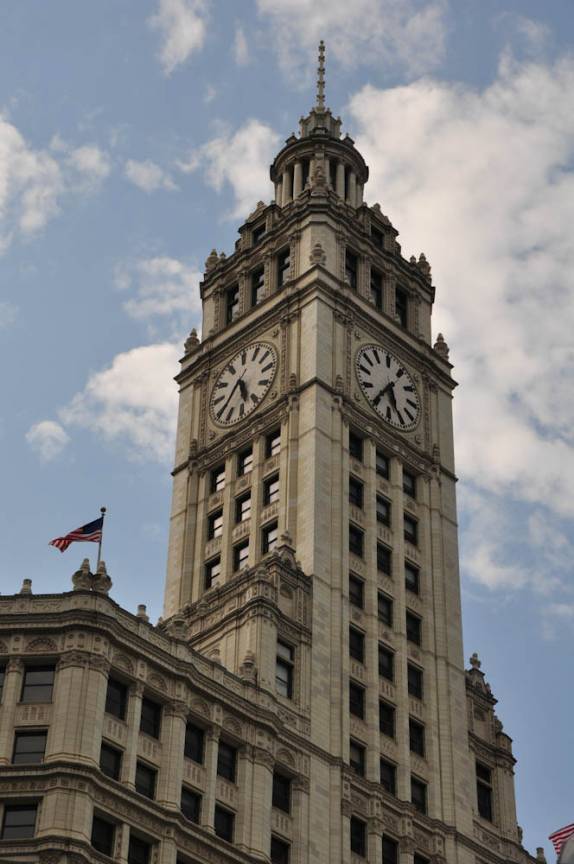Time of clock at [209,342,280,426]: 5:38
